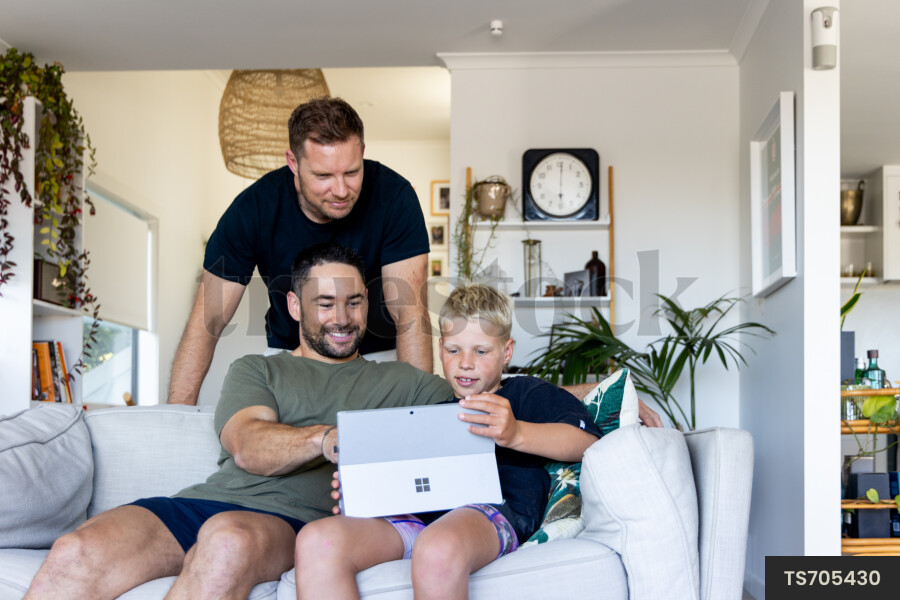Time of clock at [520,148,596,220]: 6:00
